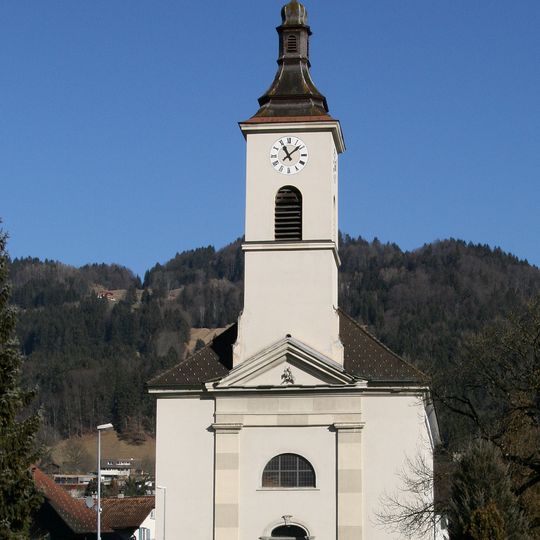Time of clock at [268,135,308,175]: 11:08
